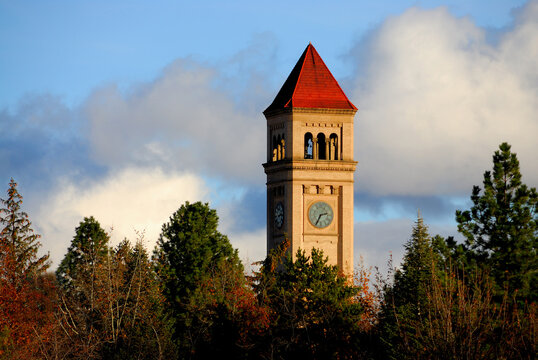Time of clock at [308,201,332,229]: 2:34
